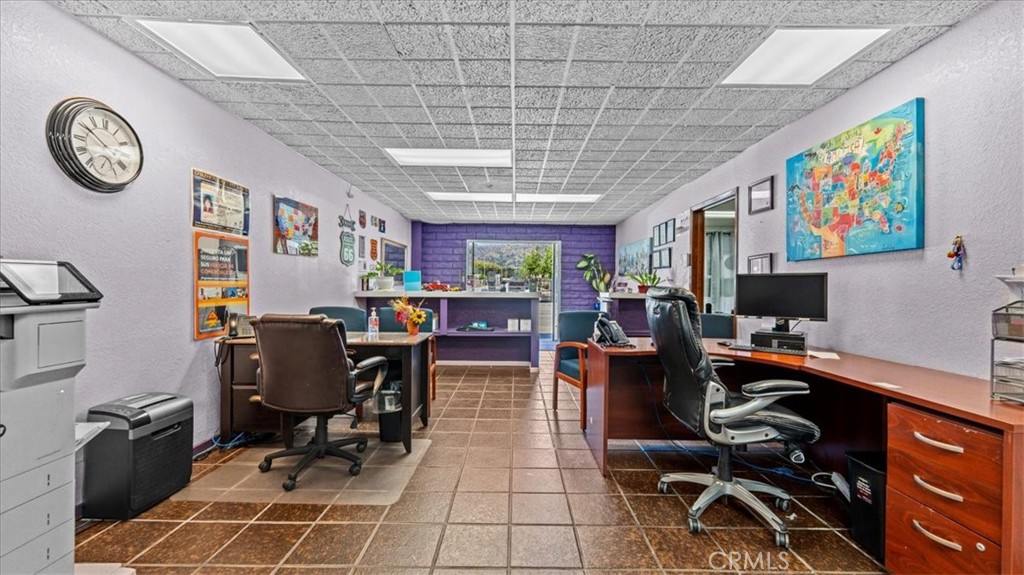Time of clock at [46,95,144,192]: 3:50
